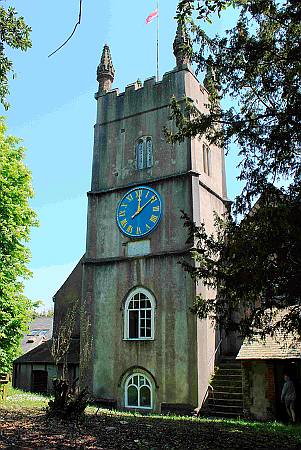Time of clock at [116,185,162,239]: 12:08
